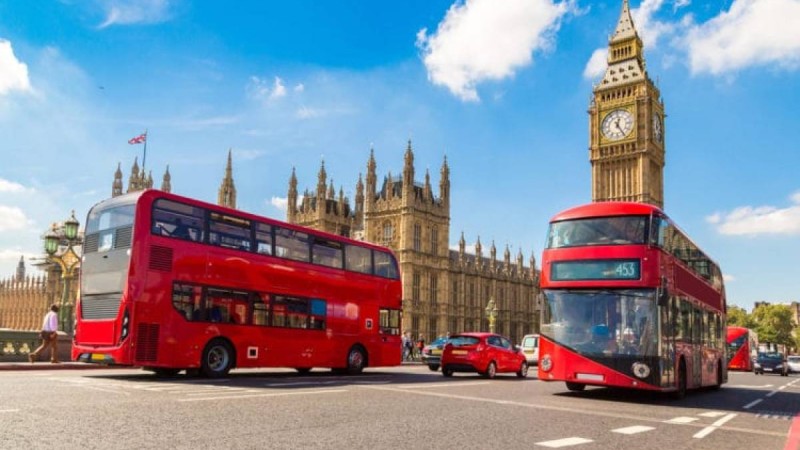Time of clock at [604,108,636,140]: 12:24
